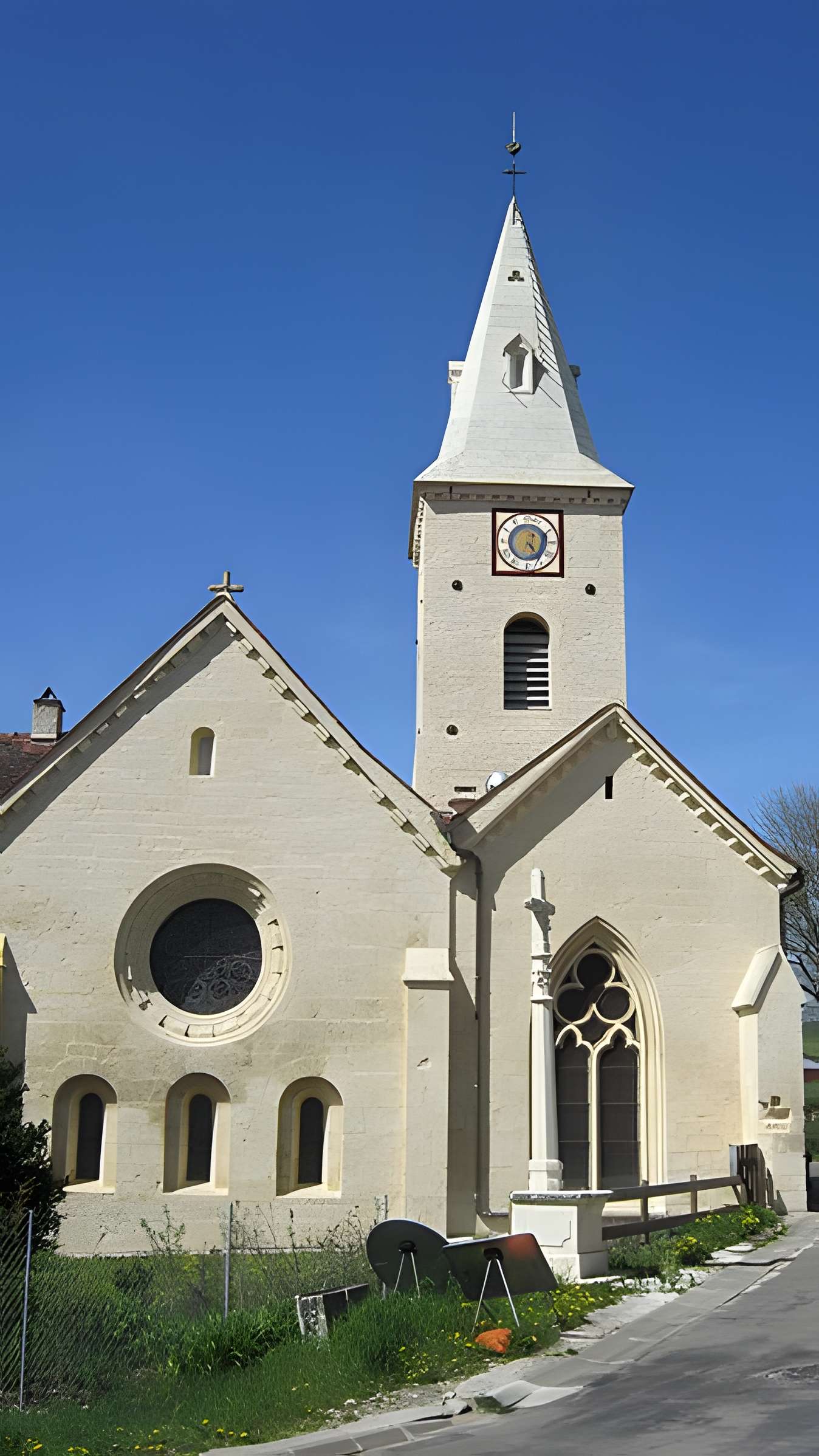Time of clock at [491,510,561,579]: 4:23
